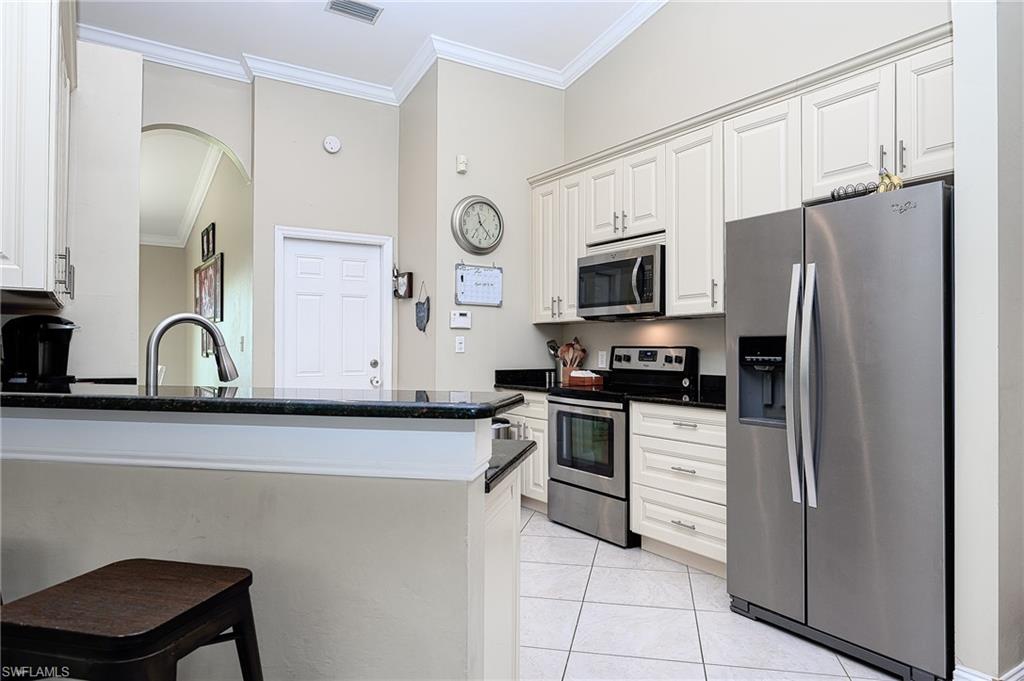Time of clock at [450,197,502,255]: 11:22
